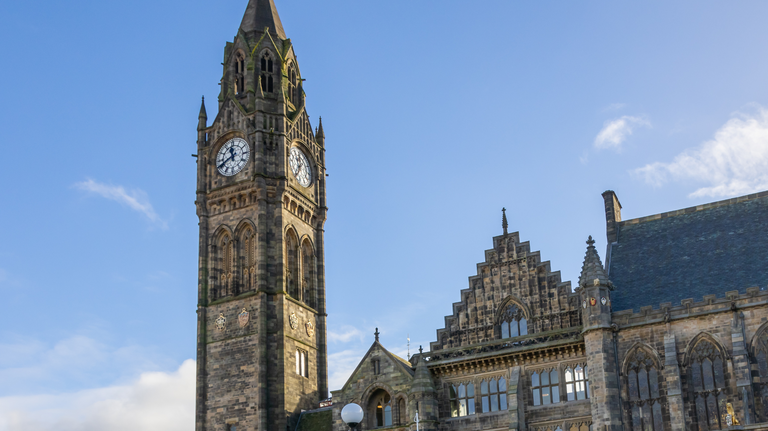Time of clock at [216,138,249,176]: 11:40
